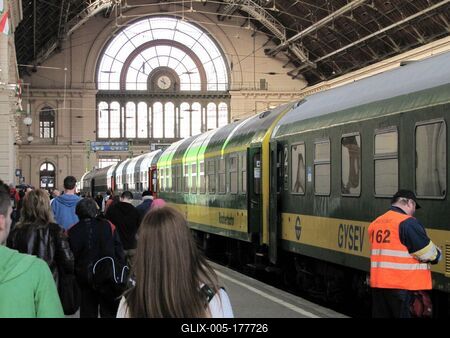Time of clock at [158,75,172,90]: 9:57
